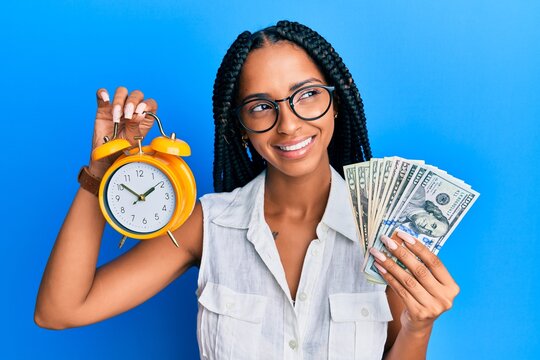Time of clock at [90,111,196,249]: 1:51
